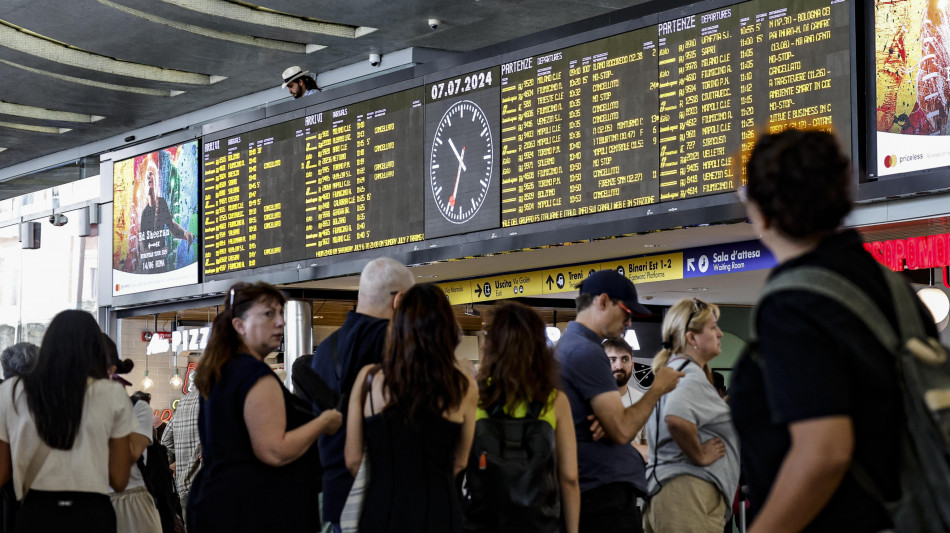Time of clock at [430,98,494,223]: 10:33
